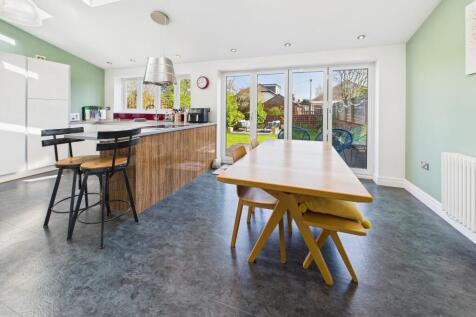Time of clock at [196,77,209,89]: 4:42
